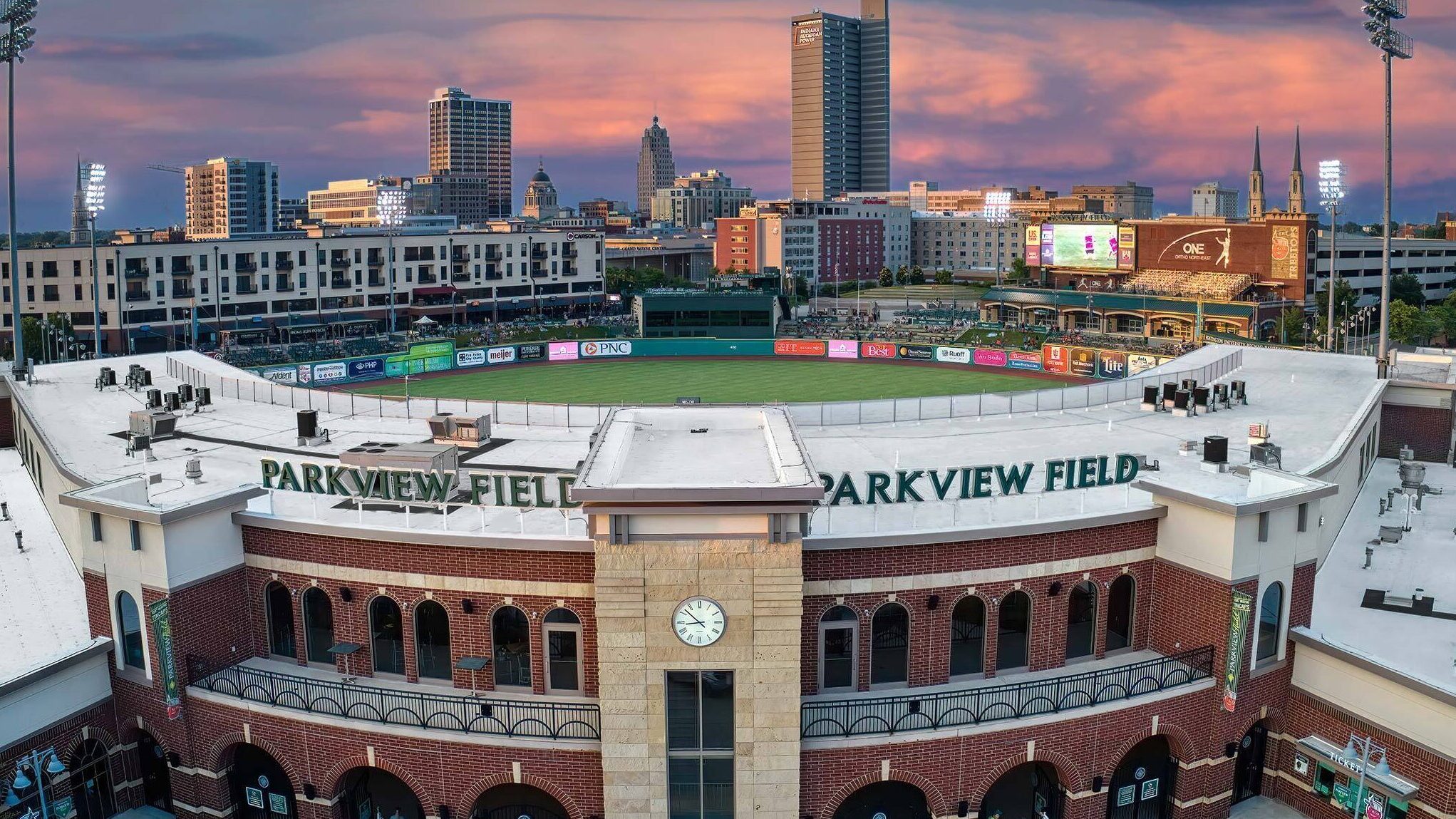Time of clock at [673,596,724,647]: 8:52
